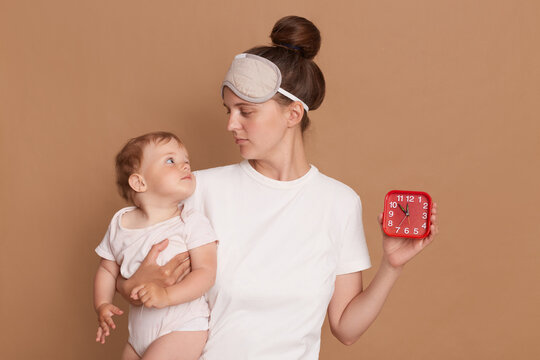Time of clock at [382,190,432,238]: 11:52
